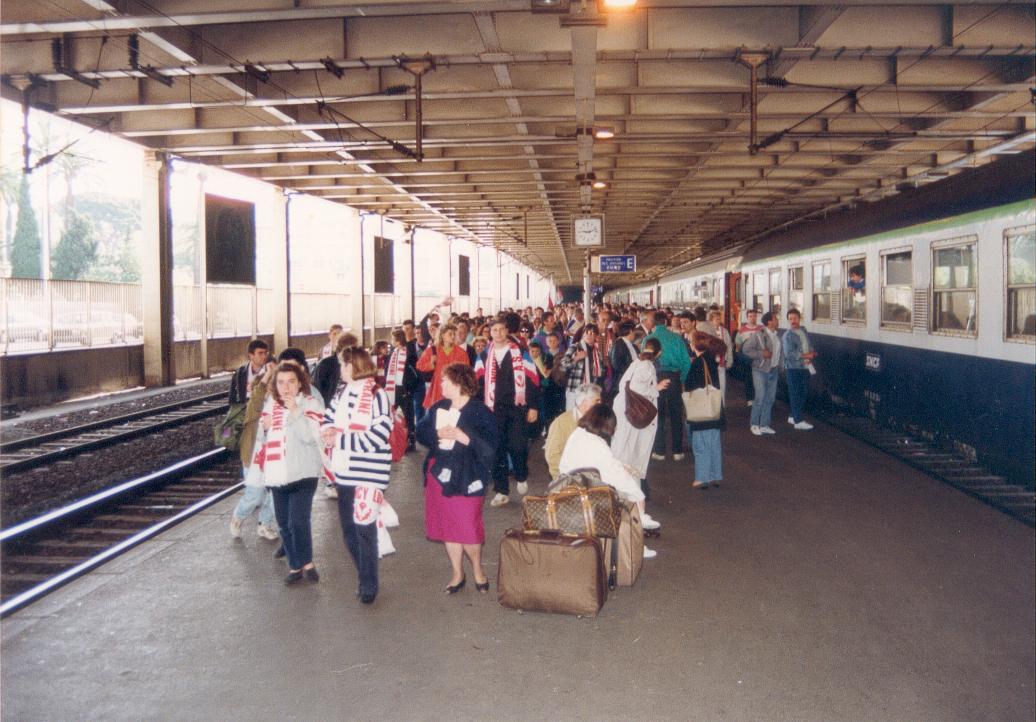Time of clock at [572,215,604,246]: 9:12
